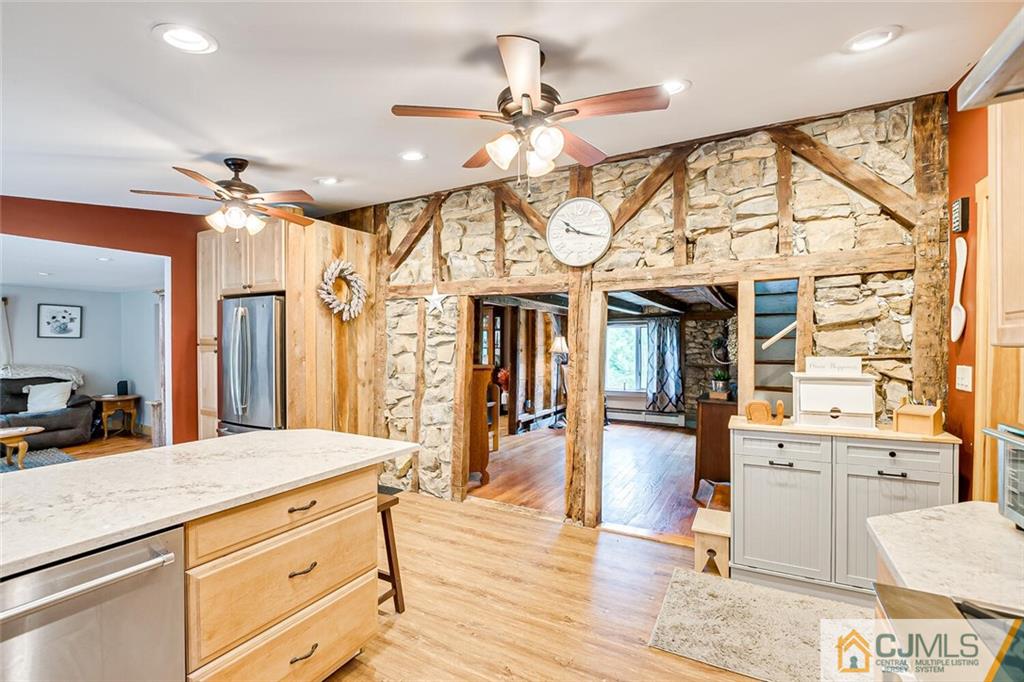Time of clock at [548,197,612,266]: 10:17
